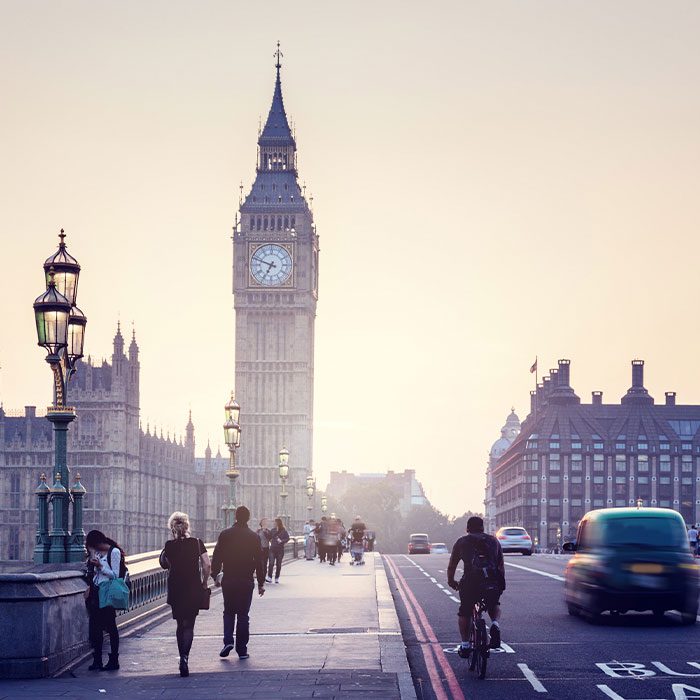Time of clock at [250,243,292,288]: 6:48
